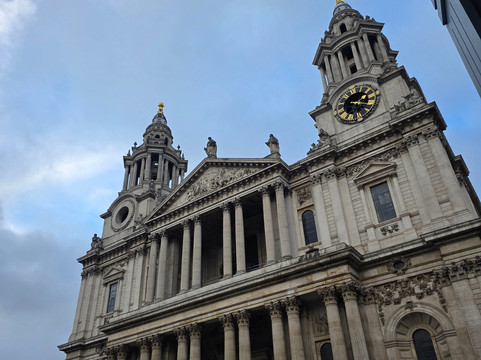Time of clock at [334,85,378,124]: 1:16
